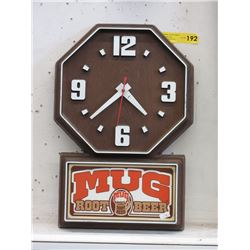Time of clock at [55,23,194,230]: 4:37
